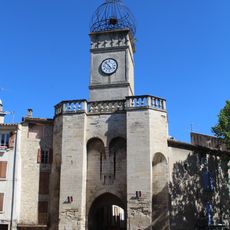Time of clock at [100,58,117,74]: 4:52
